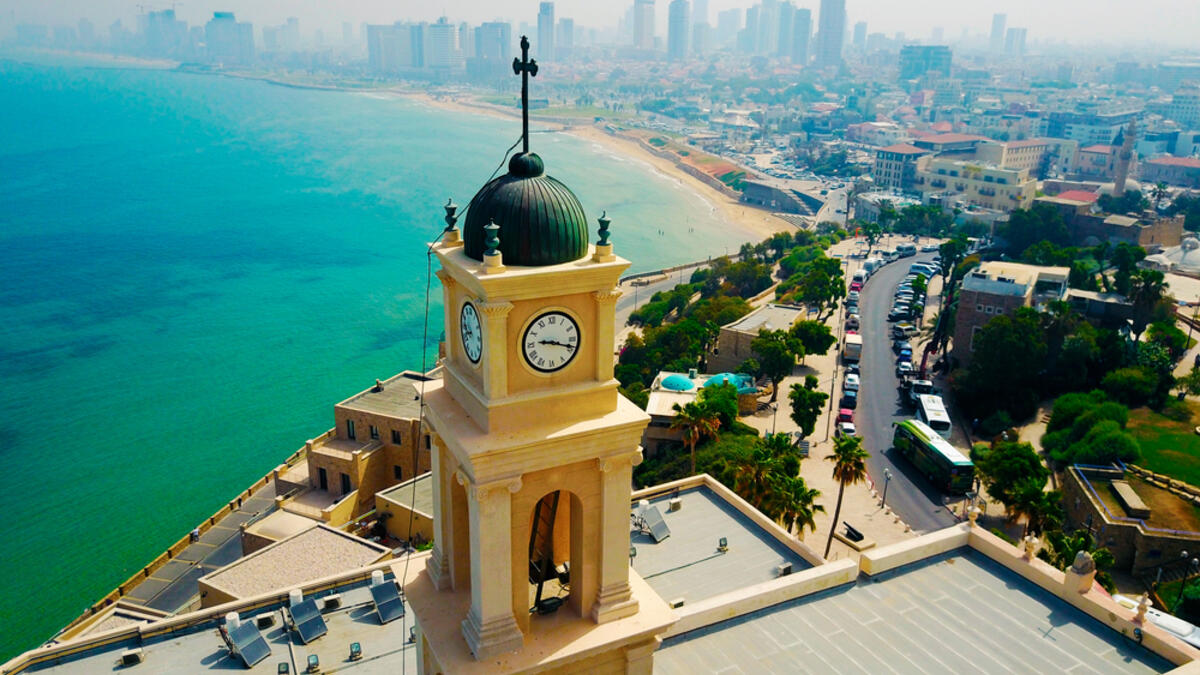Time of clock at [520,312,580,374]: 9:18
